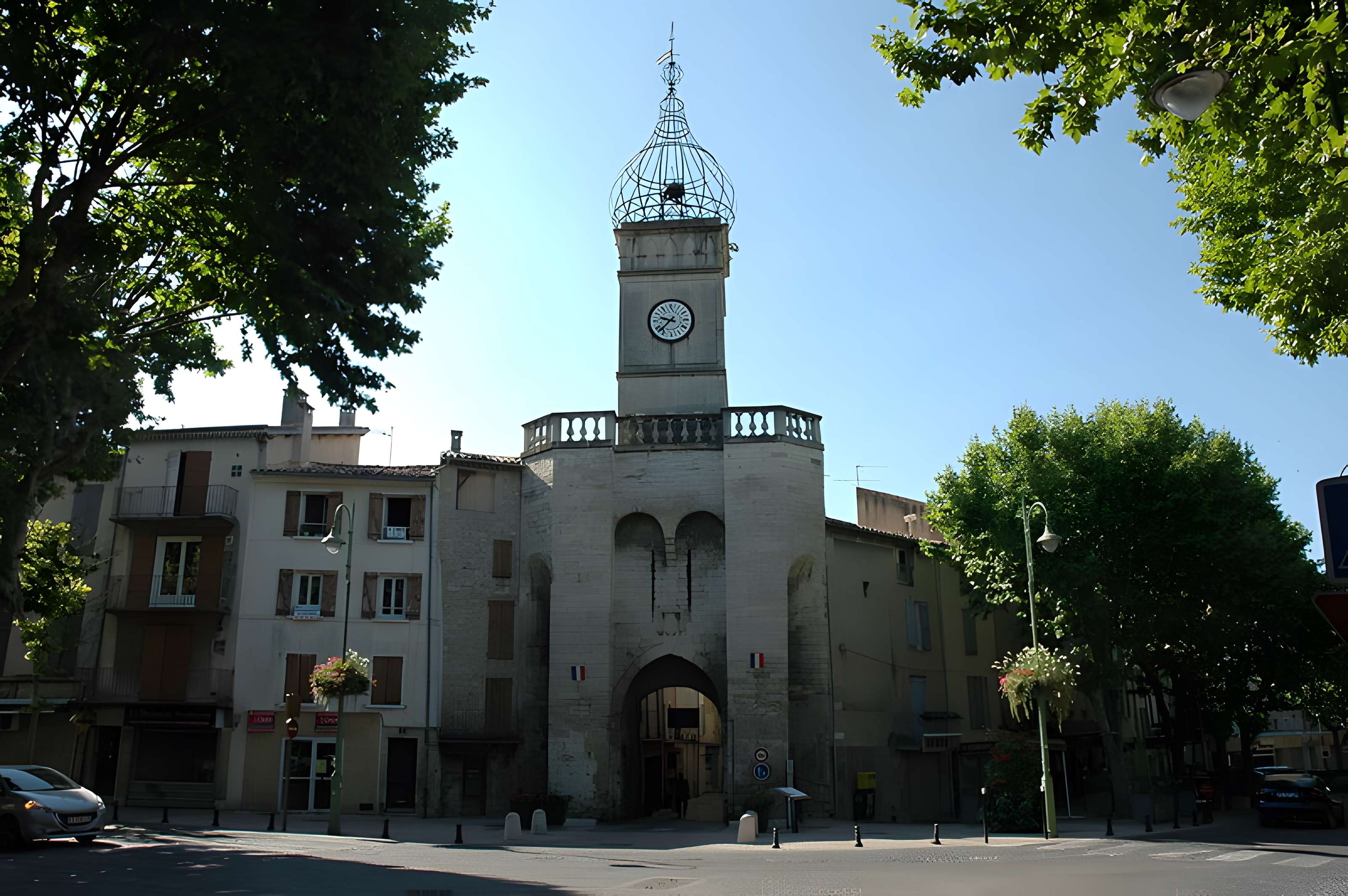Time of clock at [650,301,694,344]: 9:37
